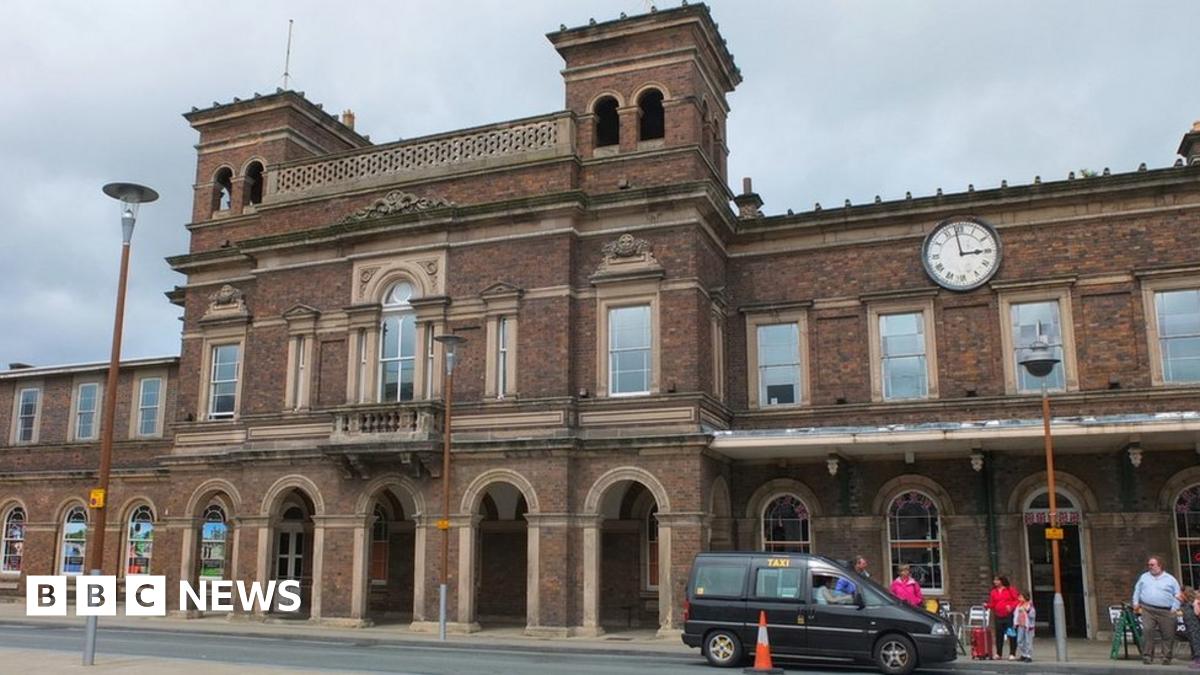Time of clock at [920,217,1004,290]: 2:58
